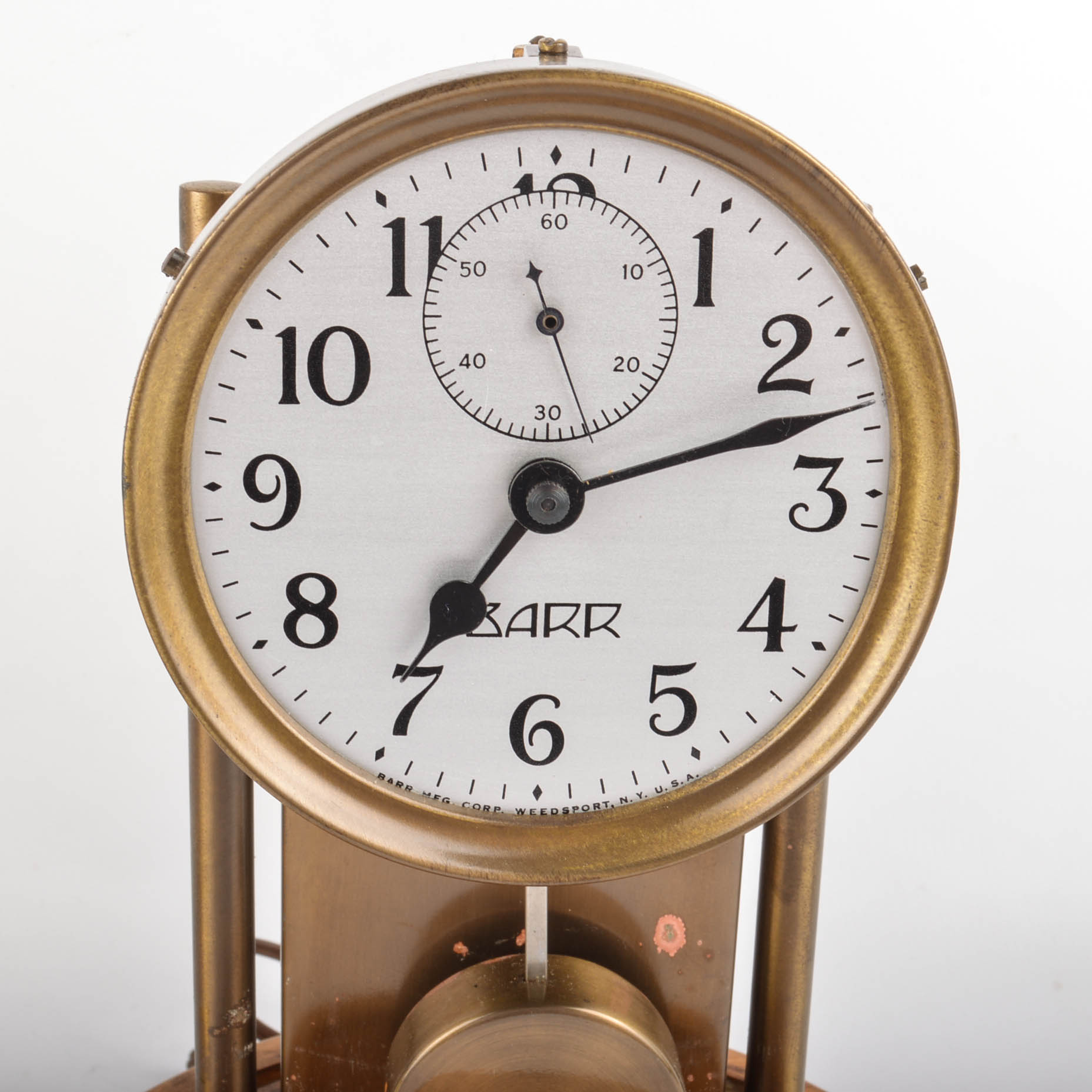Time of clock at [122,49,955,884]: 7:12
